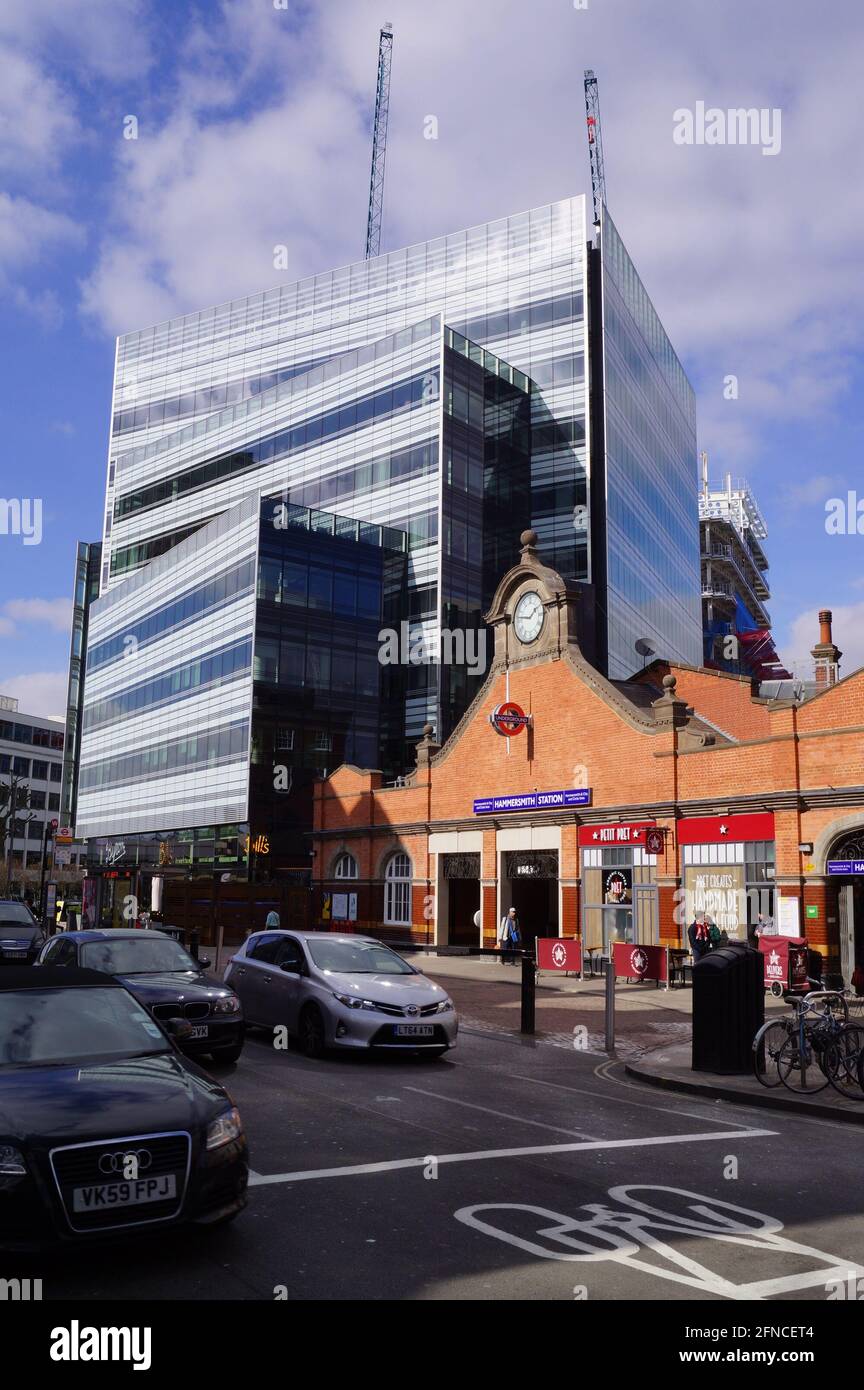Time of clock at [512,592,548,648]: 1:46
